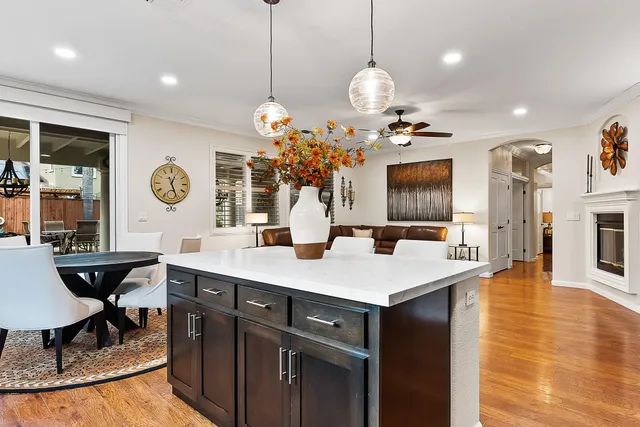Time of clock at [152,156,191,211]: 12:26
